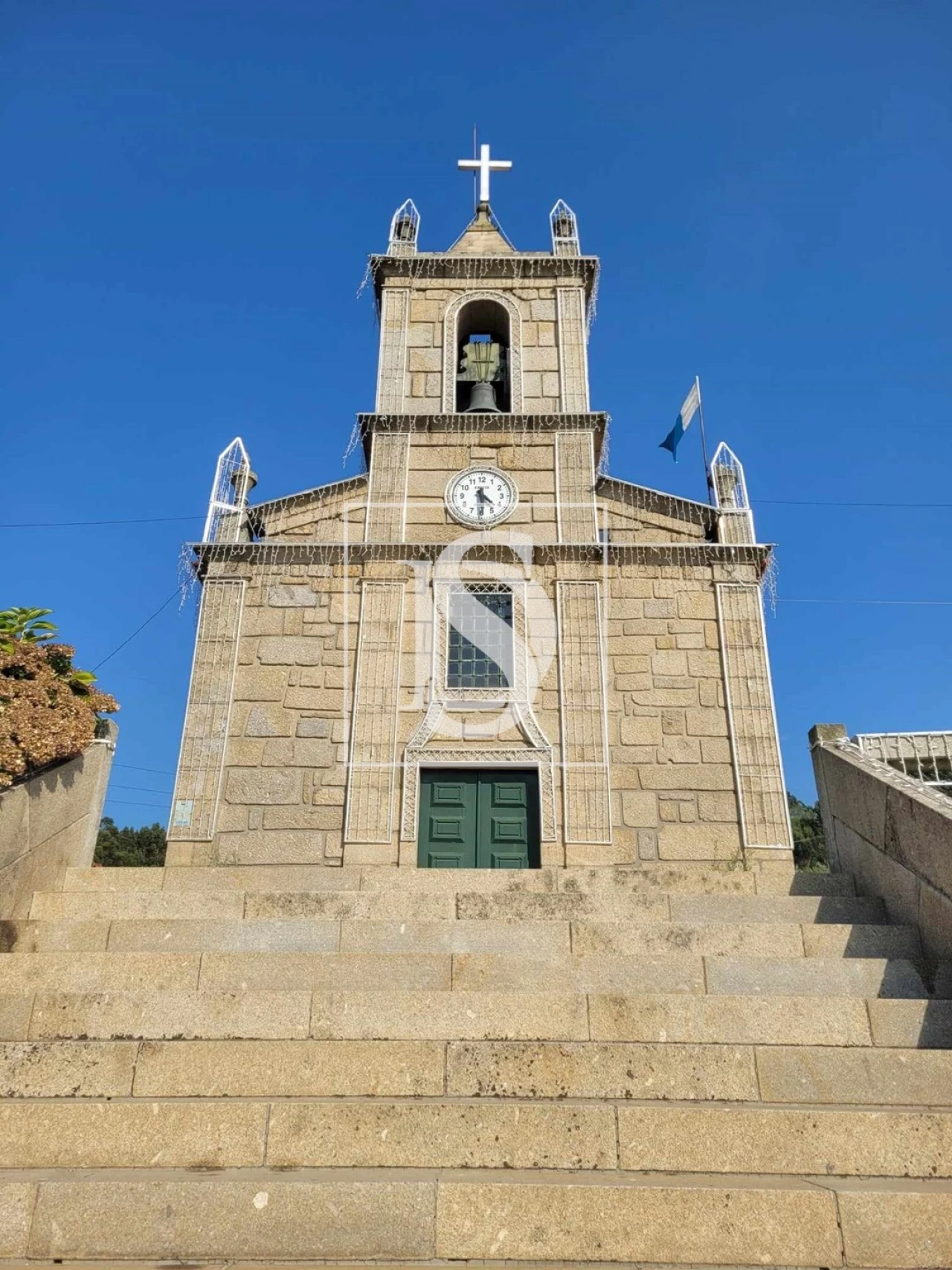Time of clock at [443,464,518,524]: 4:29
